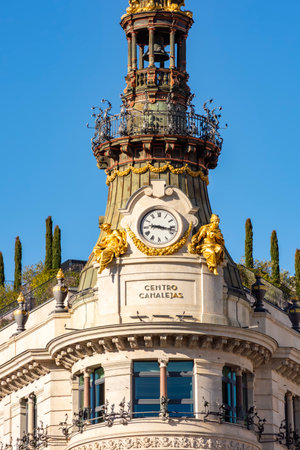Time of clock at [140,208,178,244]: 9:17
